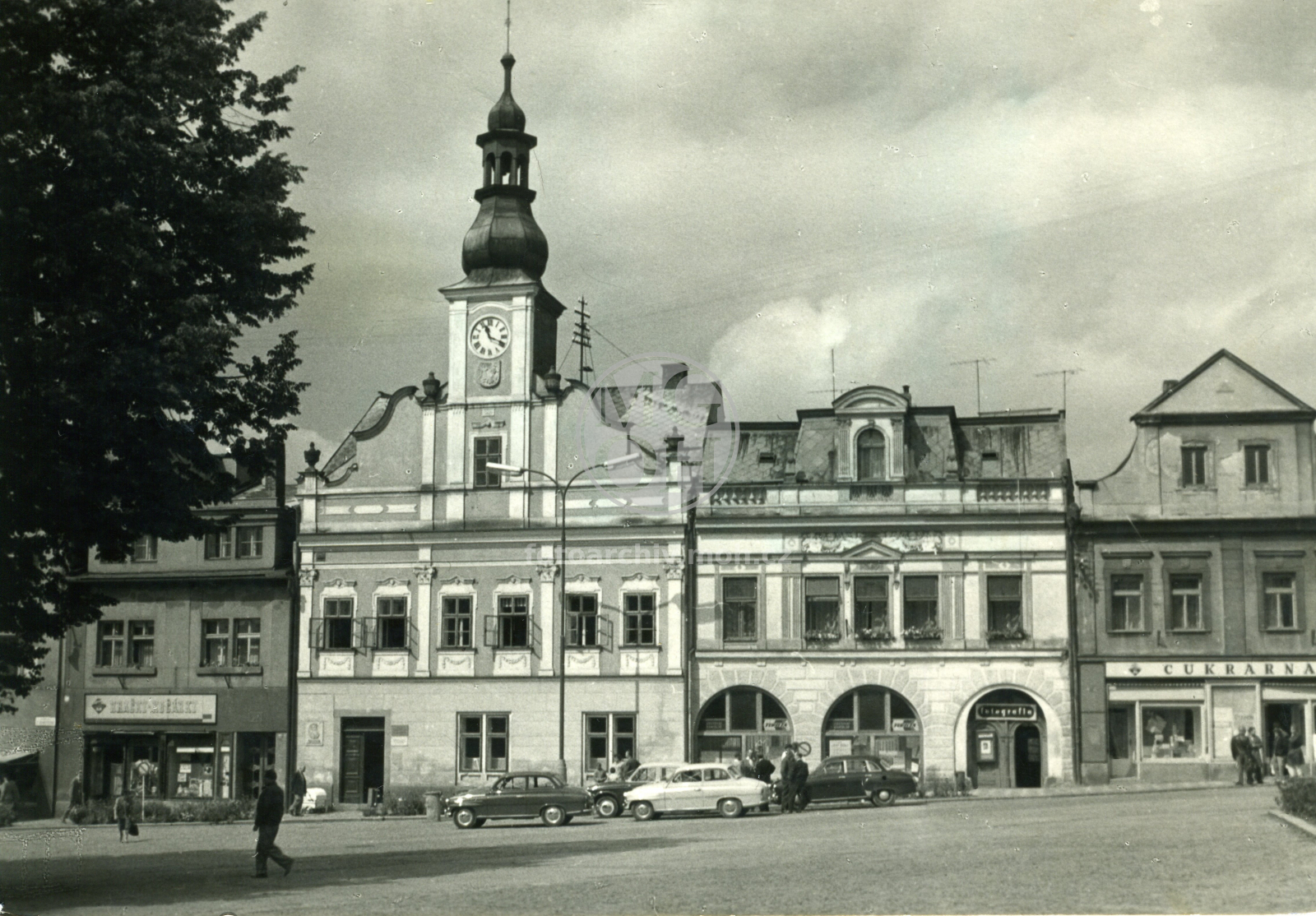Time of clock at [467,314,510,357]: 11:18
